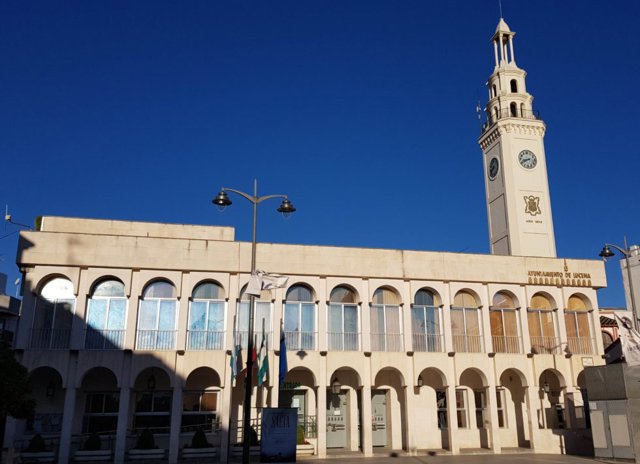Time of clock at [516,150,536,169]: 8:40
